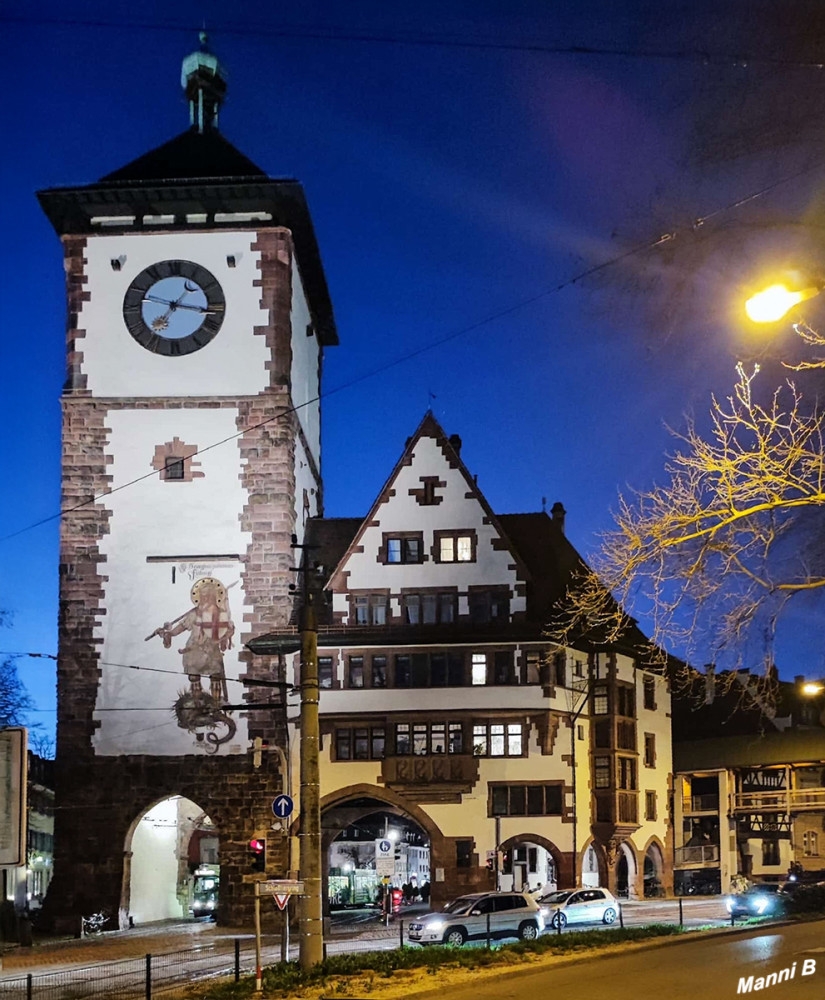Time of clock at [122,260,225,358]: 7:16
